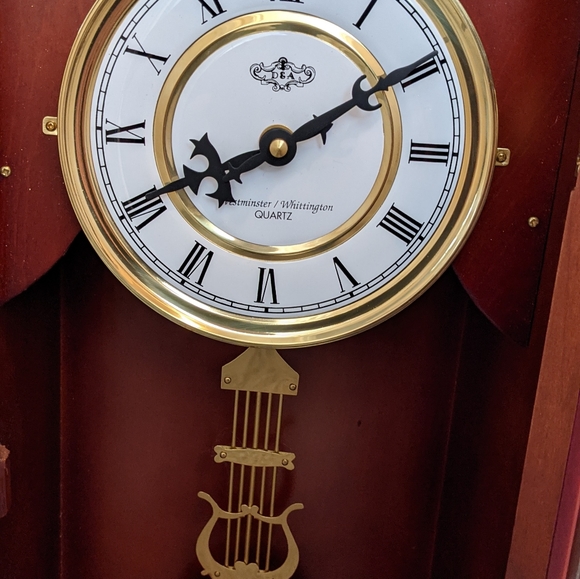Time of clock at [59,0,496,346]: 8:09
